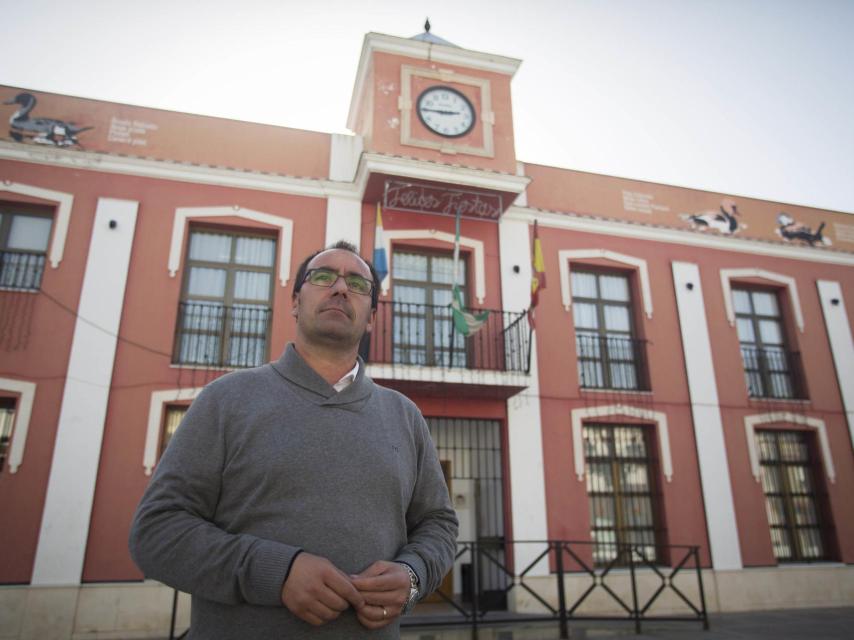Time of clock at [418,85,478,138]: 2:45
